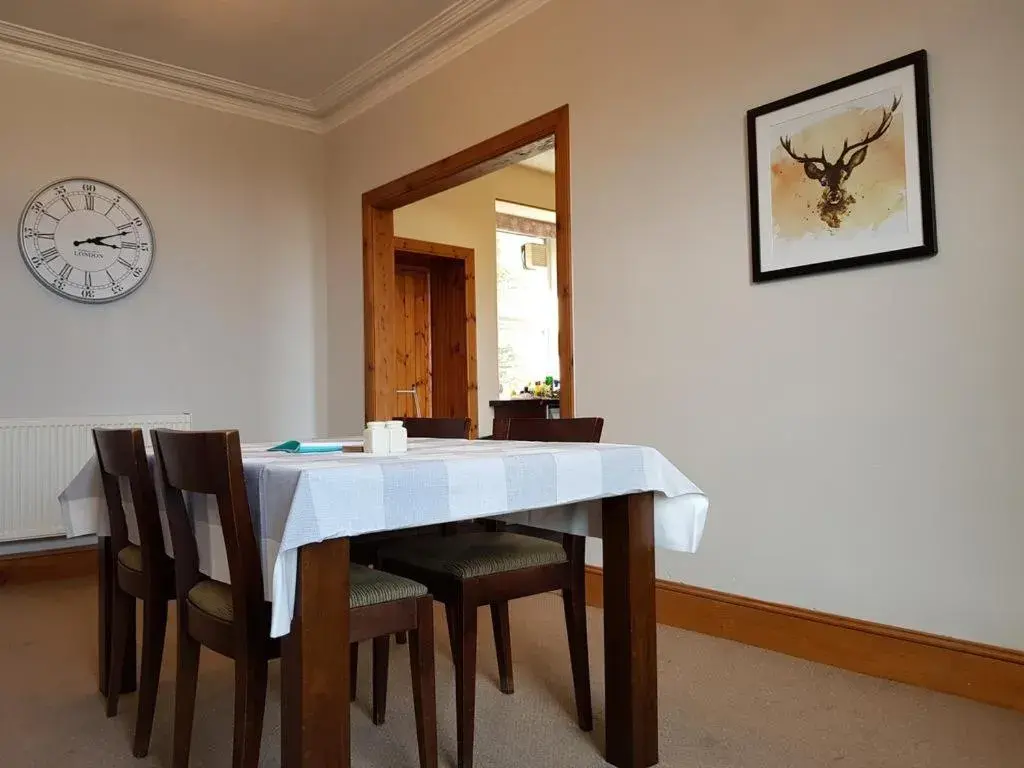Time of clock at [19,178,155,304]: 3:11
